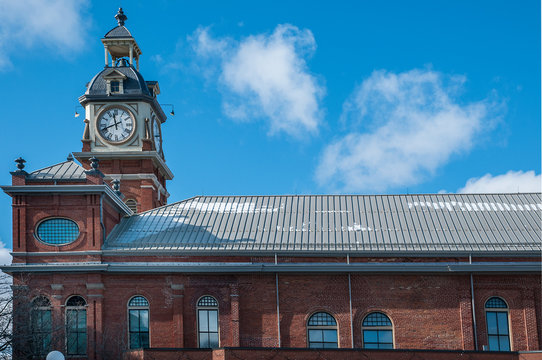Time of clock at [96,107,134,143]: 11:41
